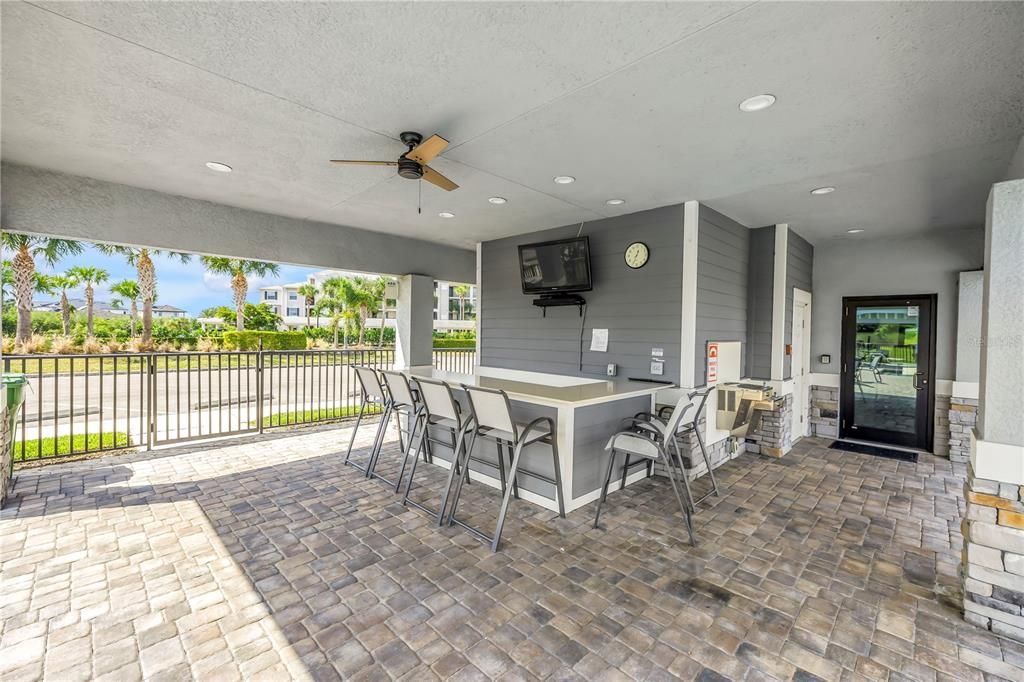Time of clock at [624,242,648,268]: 12:33
